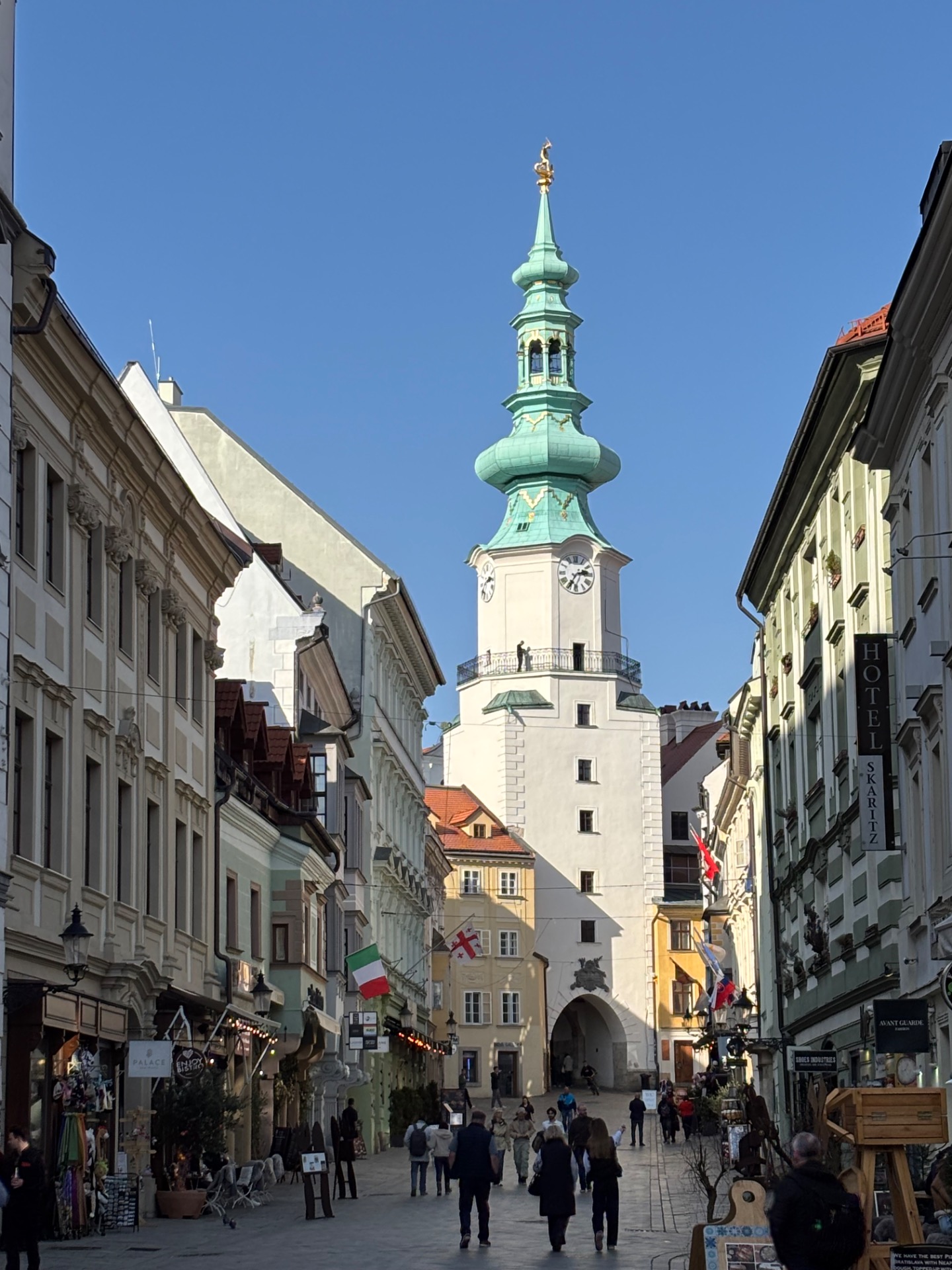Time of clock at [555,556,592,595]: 2:35
